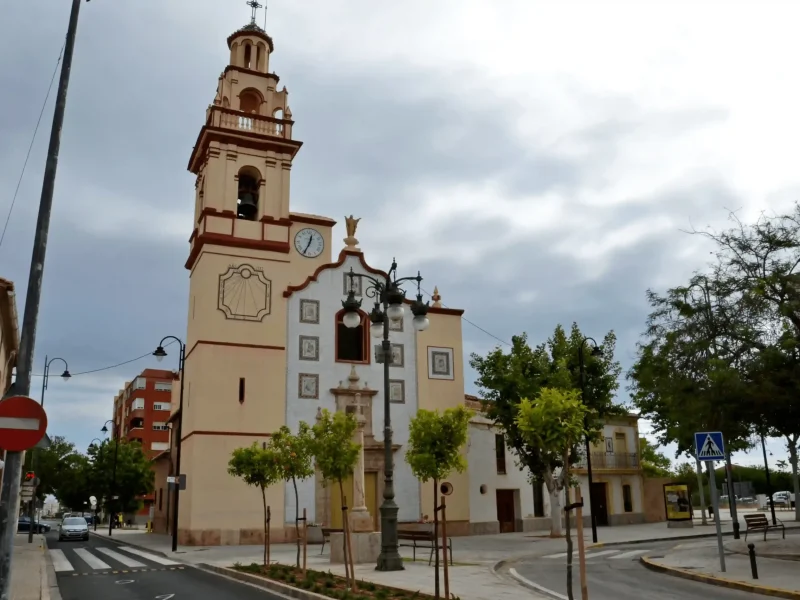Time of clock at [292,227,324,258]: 12:34
